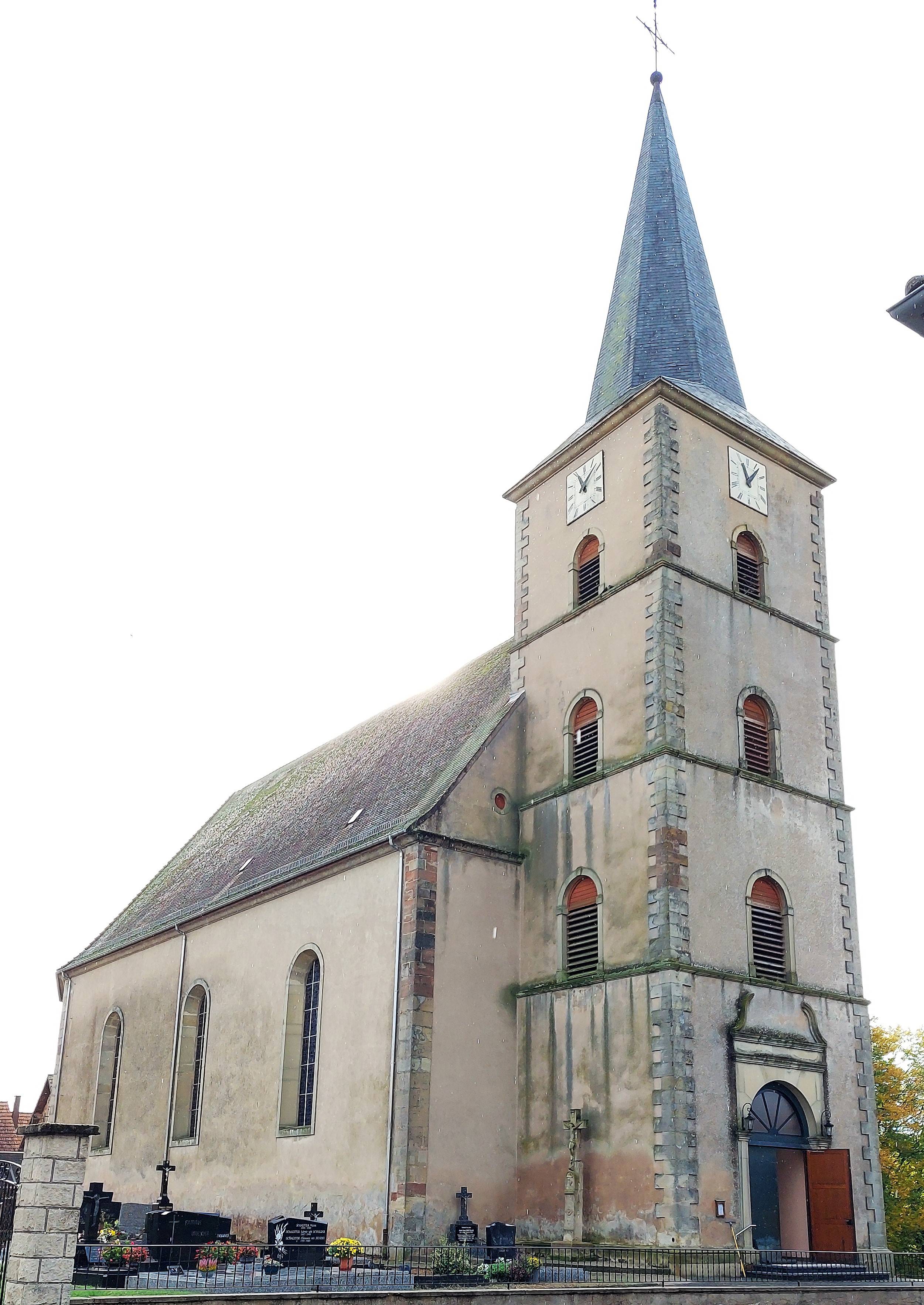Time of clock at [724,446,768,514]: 11:06
